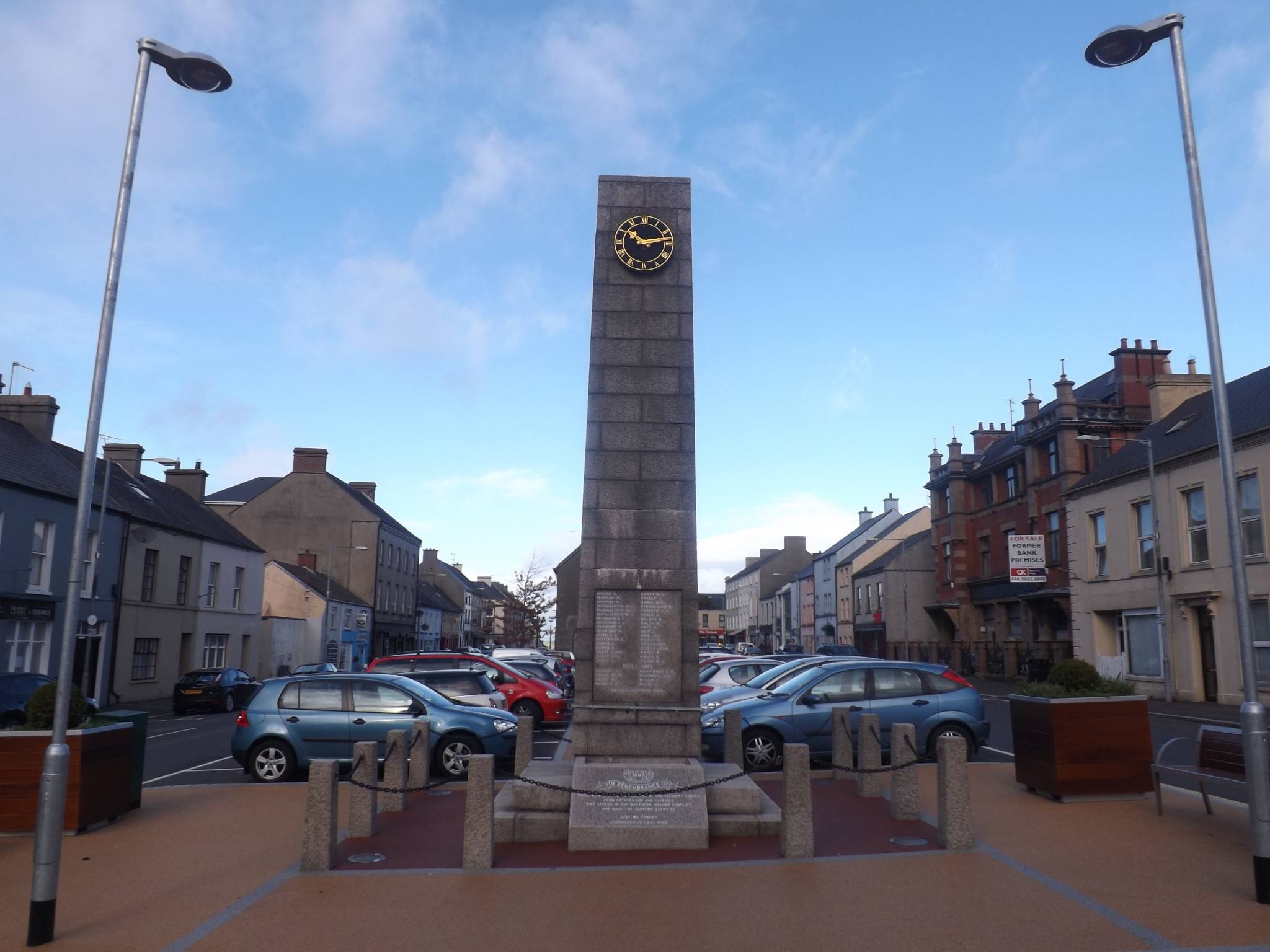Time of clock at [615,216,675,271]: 10:13
